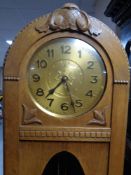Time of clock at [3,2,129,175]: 7:27
